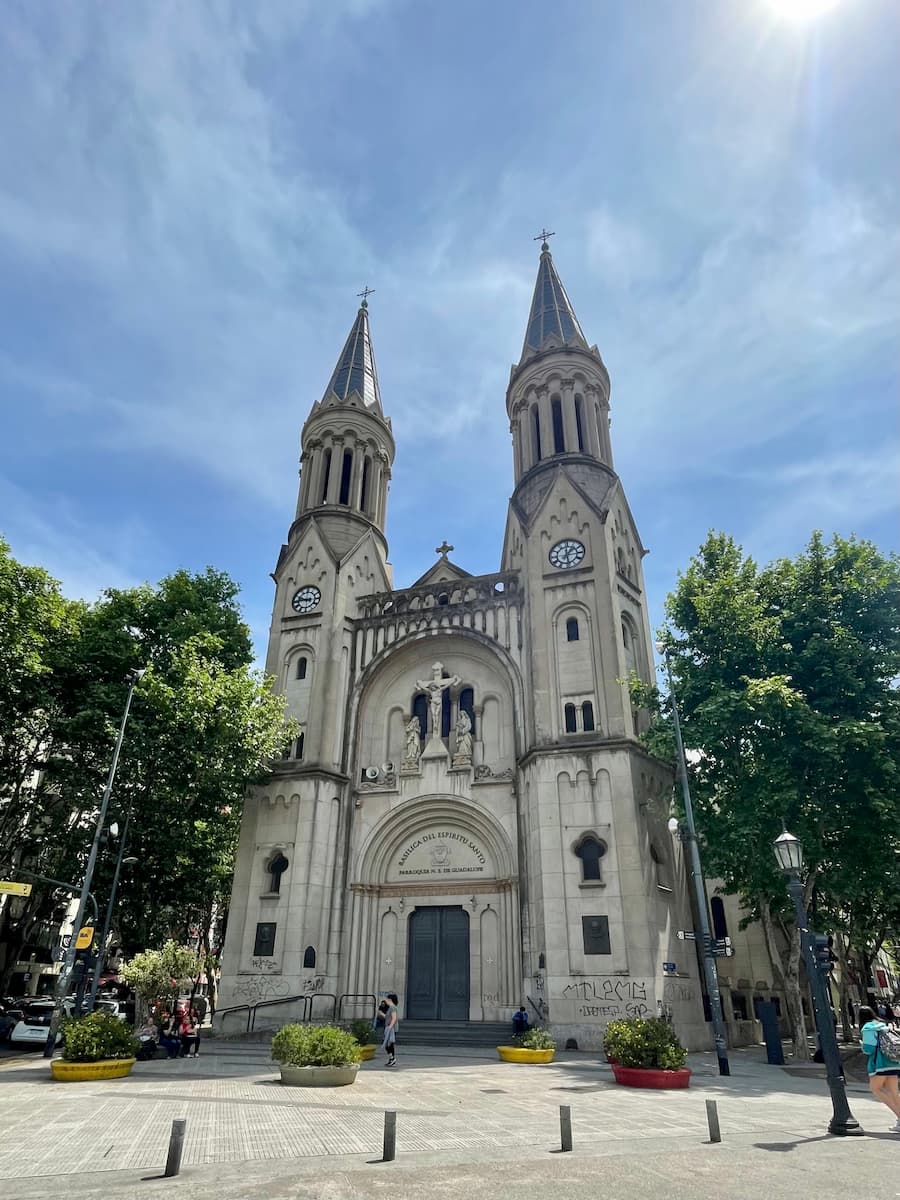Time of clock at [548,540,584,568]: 1:28
